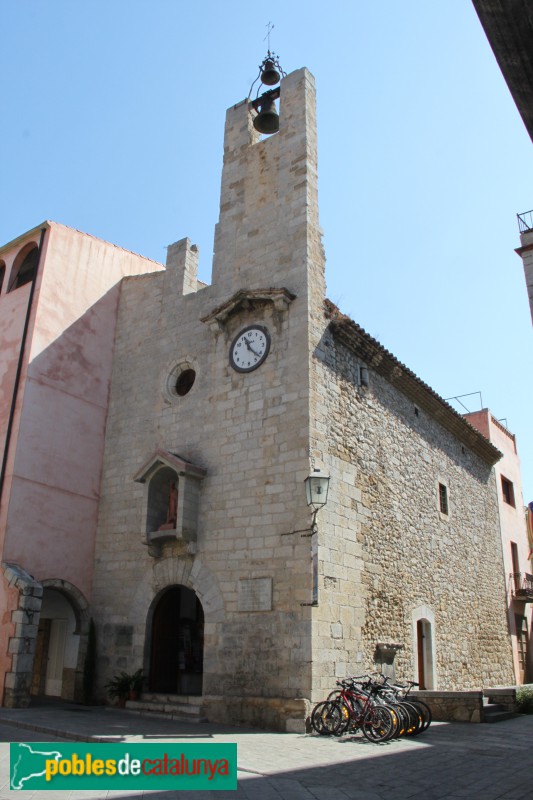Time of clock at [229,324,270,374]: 11:22
